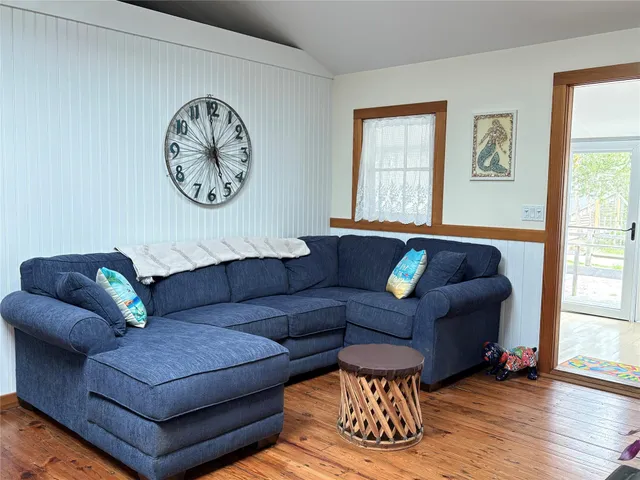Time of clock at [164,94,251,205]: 4:59
